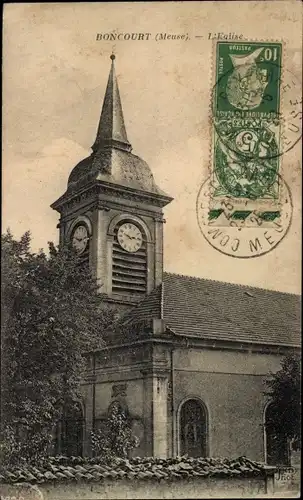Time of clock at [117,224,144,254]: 2:48
